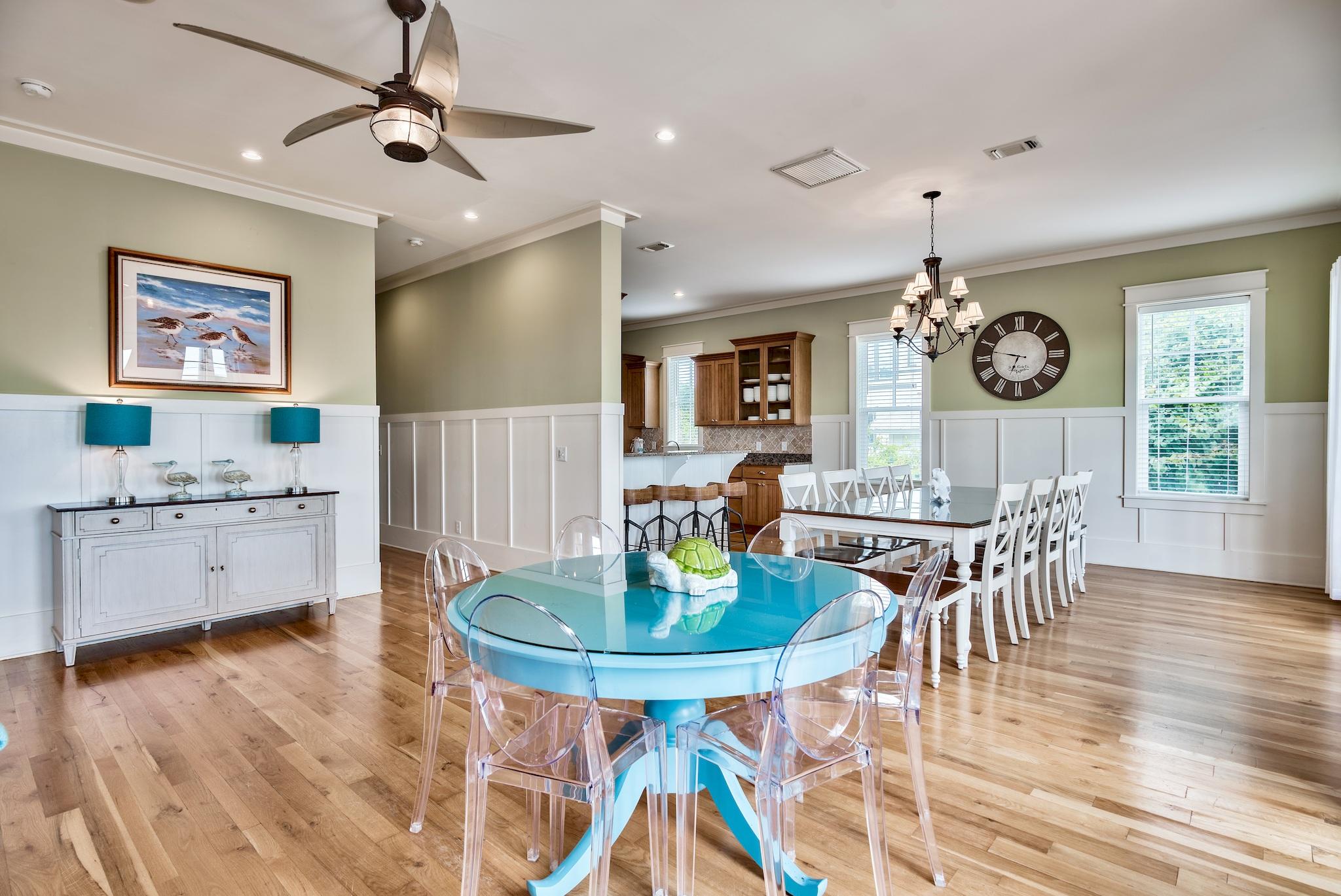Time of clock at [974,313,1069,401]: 6:47
